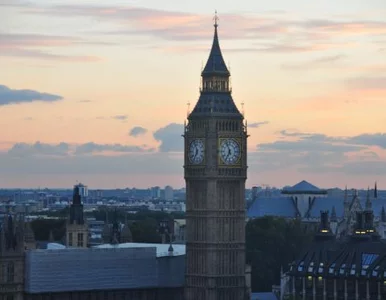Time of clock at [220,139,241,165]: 6:56
